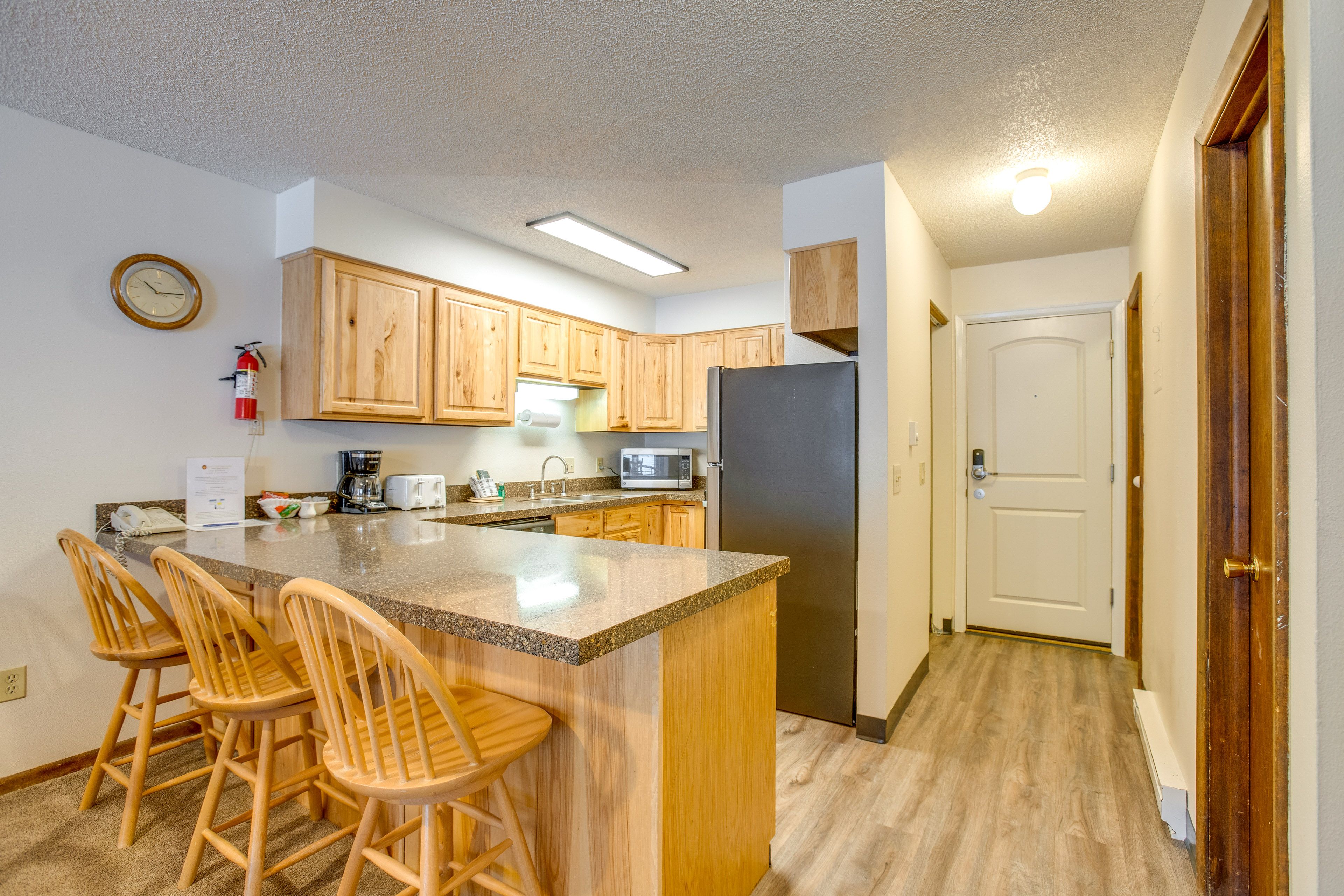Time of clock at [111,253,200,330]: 10:13
